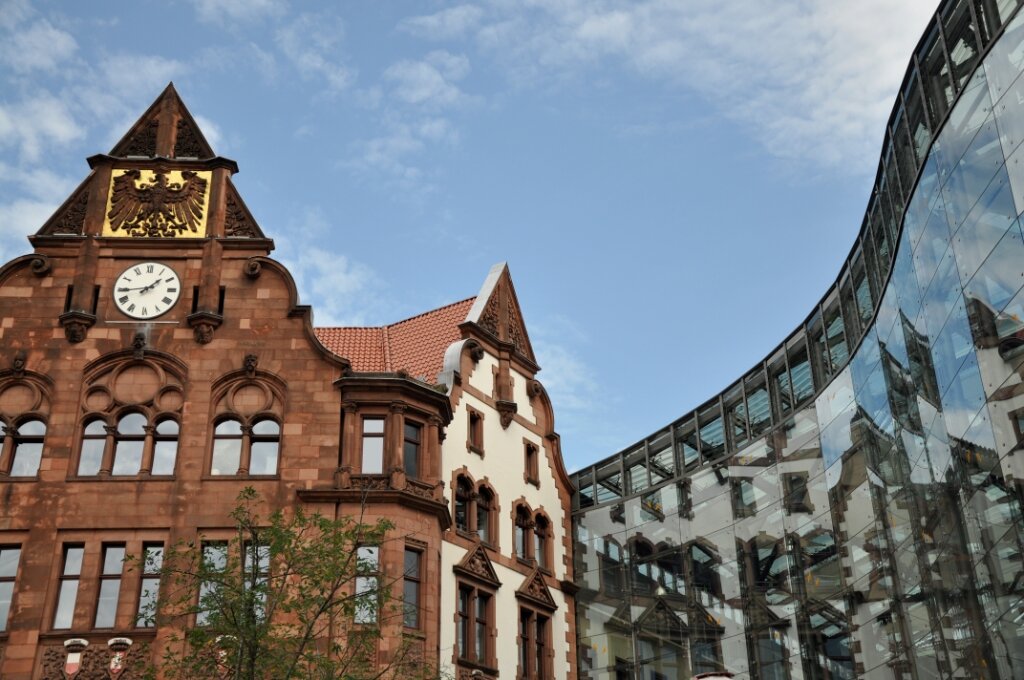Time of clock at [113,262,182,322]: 1:44
